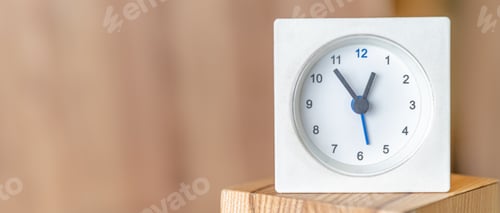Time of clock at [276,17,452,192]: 12:53
